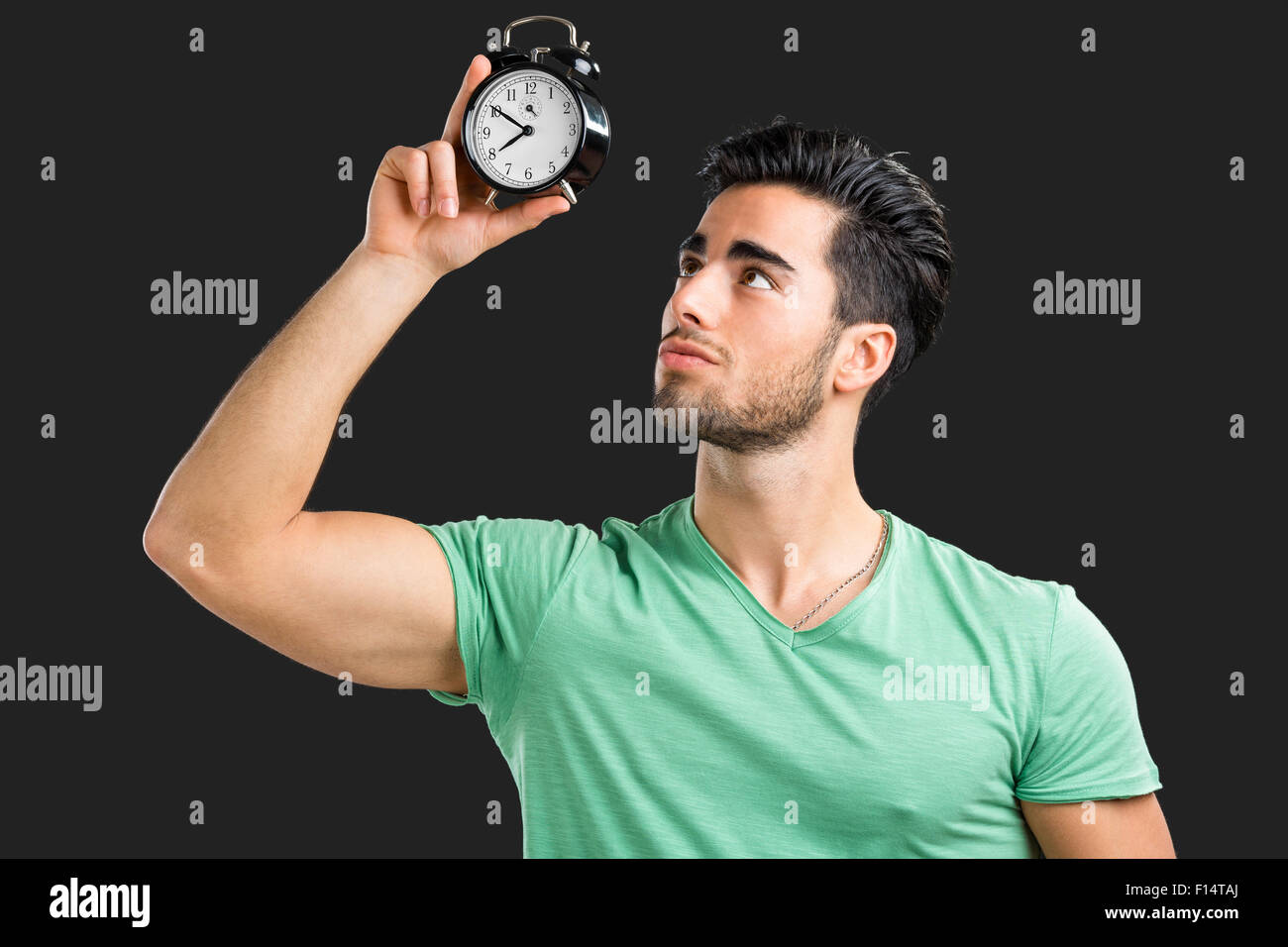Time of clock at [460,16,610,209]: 7:50
